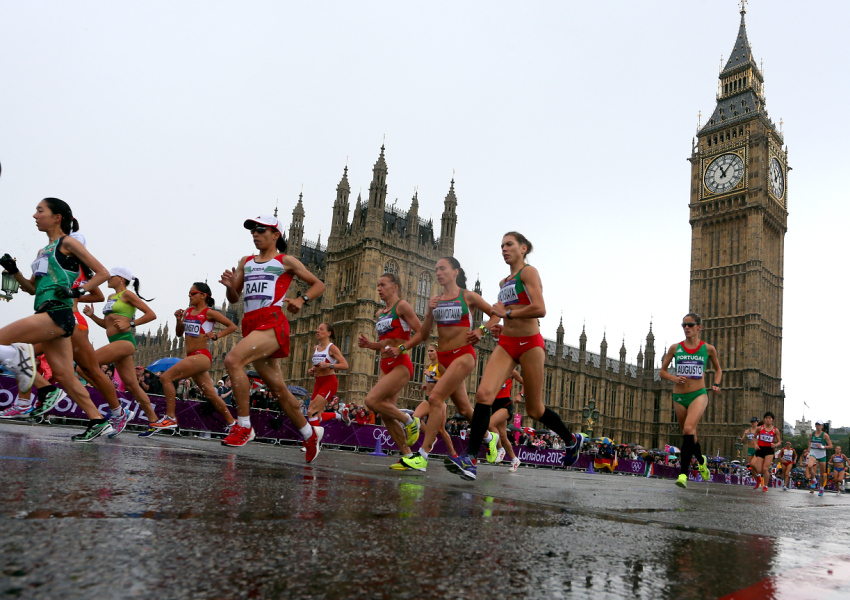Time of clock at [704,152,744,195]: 11:07
